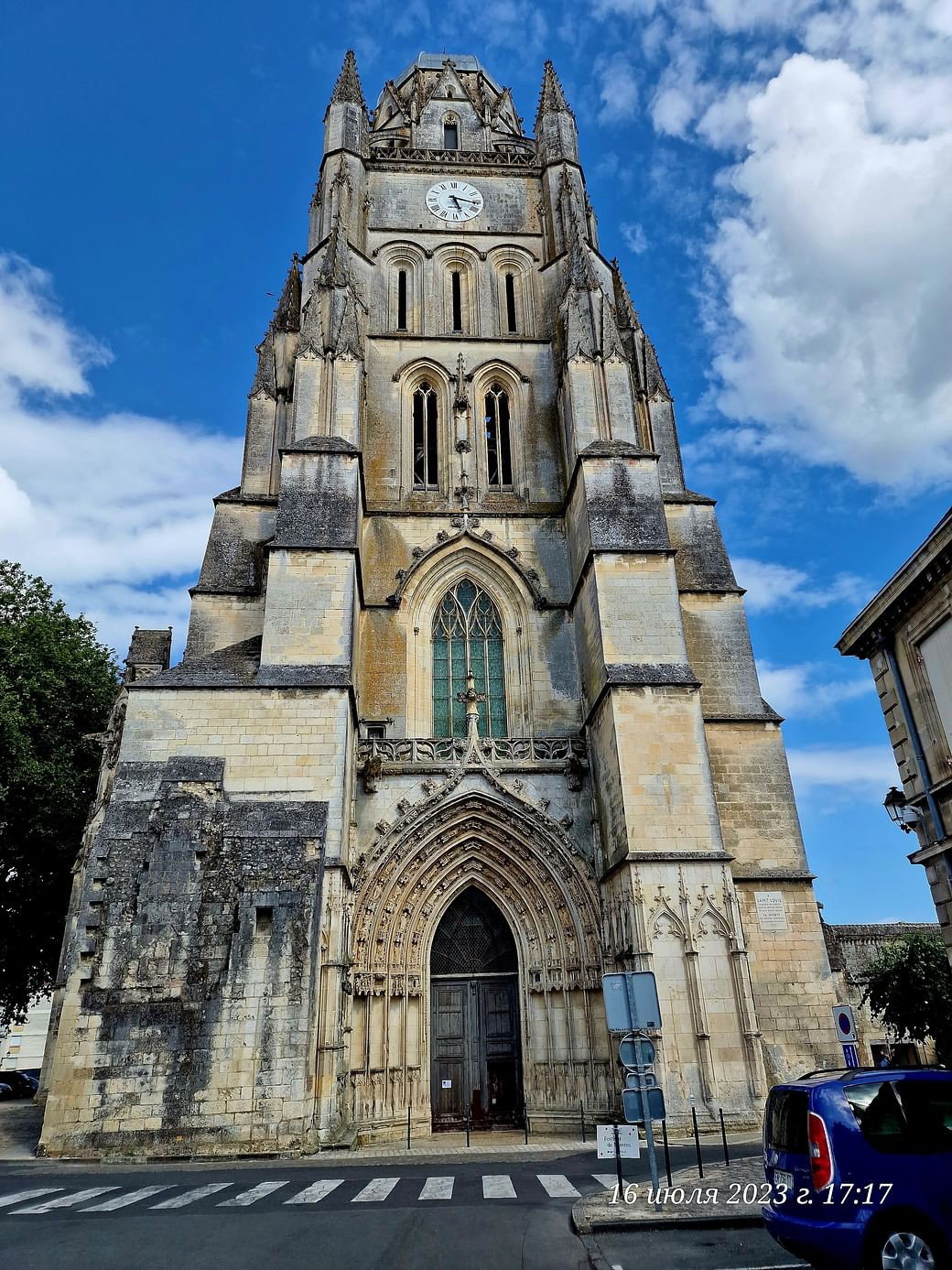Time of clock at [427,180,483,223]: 5:16
